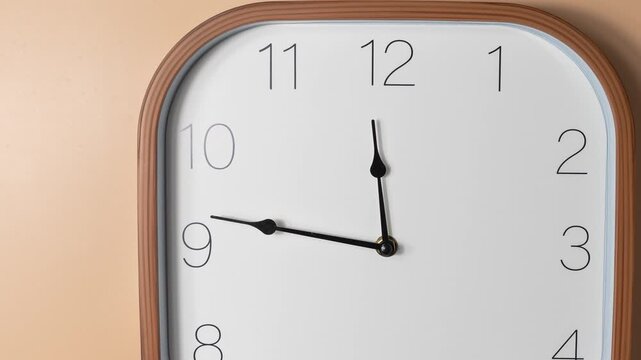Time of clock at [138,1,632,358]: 11:46
